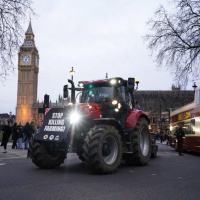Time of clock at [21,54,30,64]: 7:07
